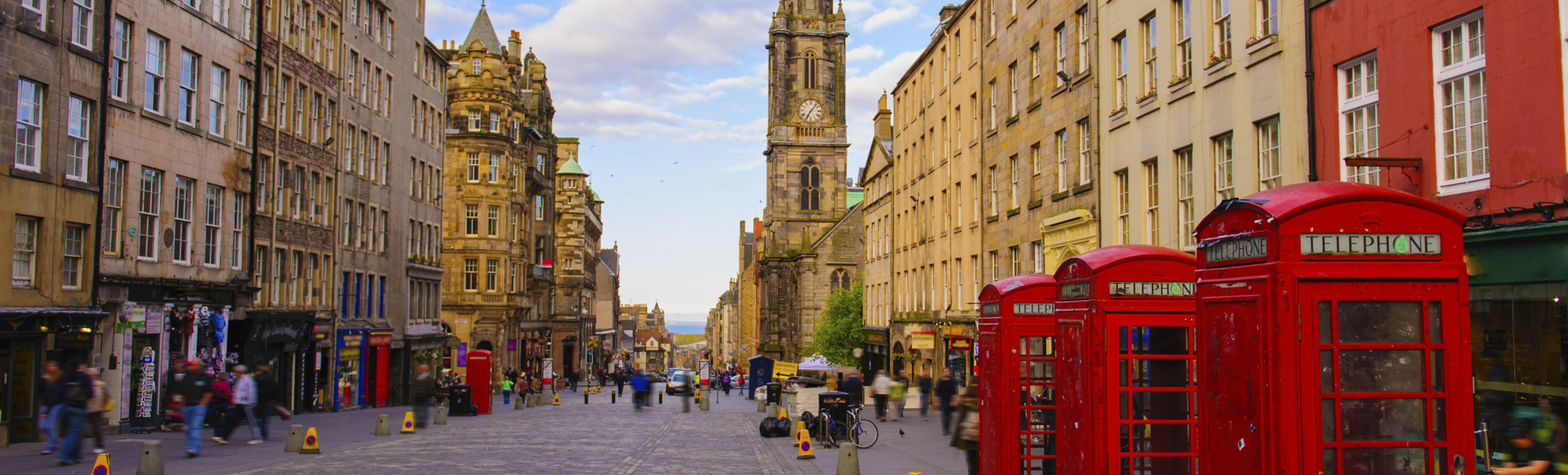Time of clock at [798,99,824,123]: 7:07
